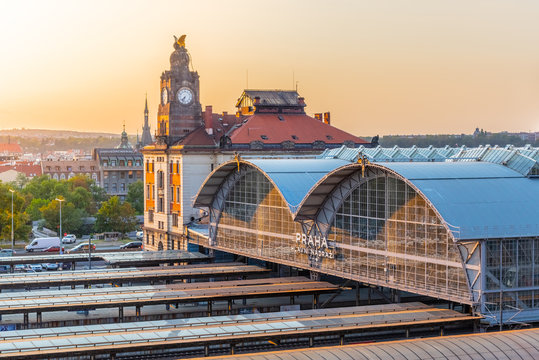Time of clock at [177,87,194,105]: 7:33
